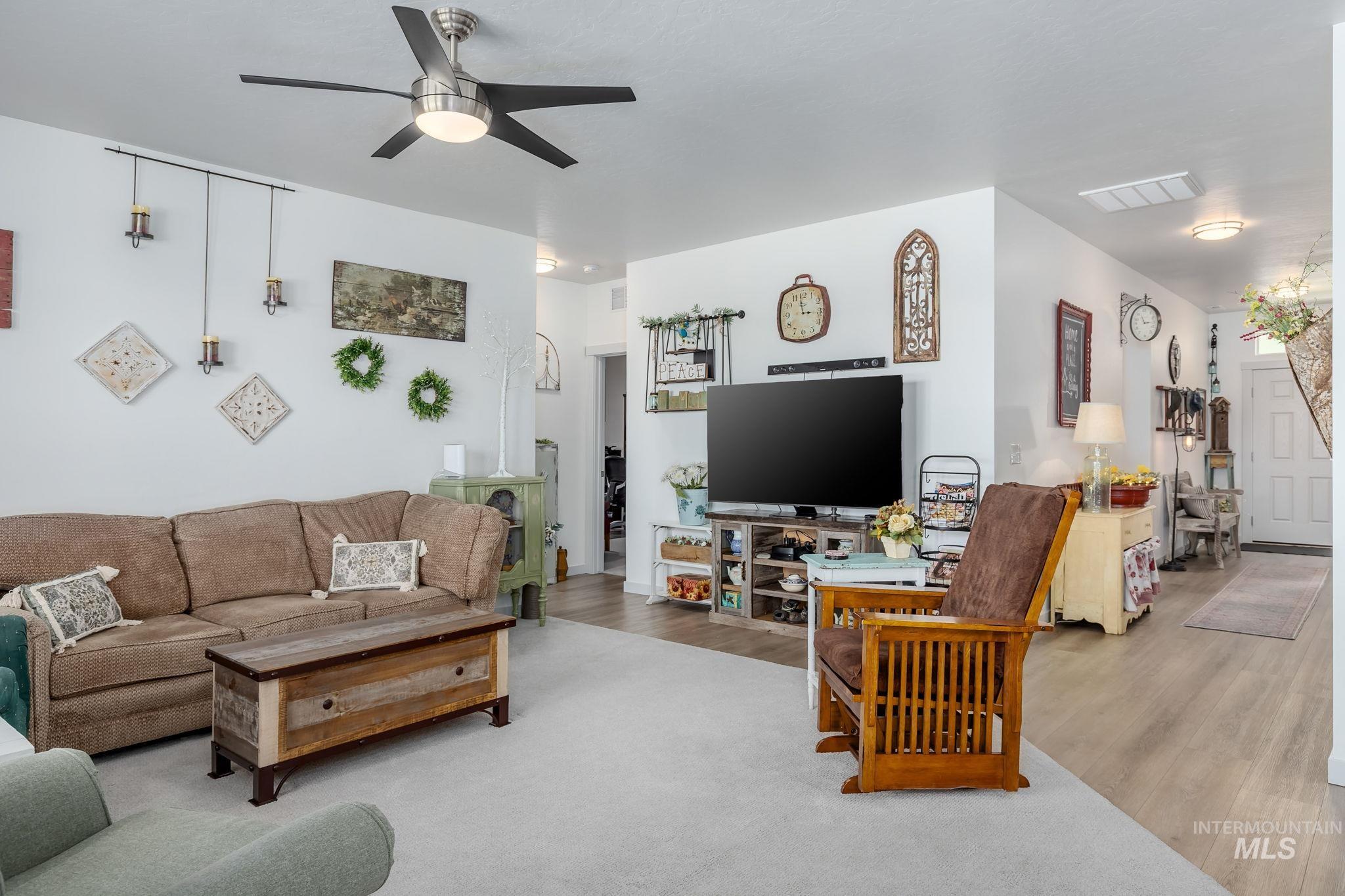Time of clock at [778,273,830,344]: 2:58
